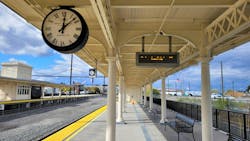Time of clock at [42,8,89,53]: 12:07
